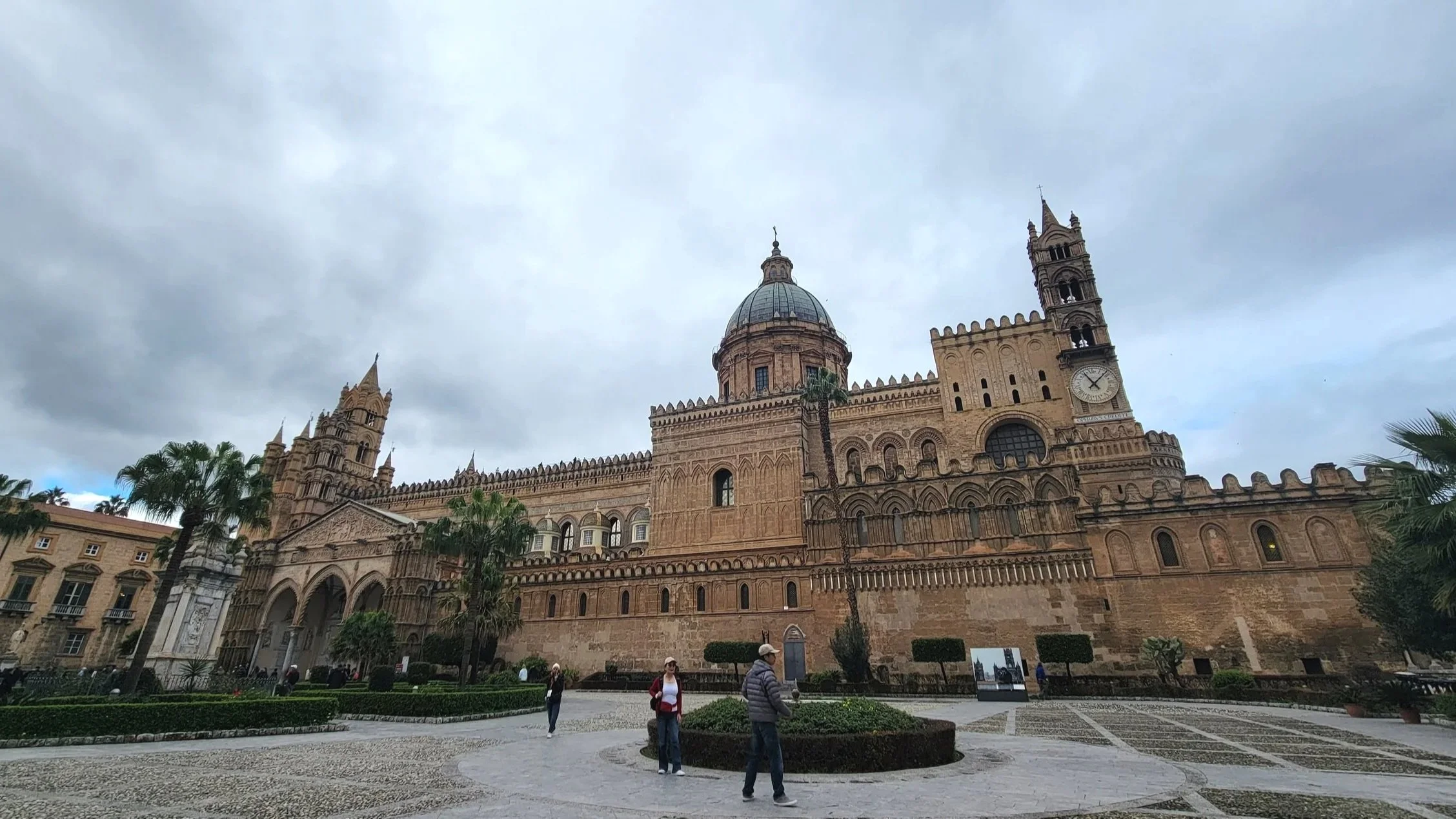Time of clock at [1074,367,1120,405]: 11:07
